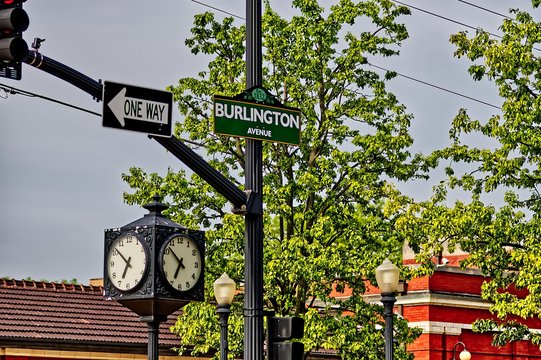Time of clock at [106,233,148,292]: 6:51
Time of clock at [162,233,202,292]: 6:52
